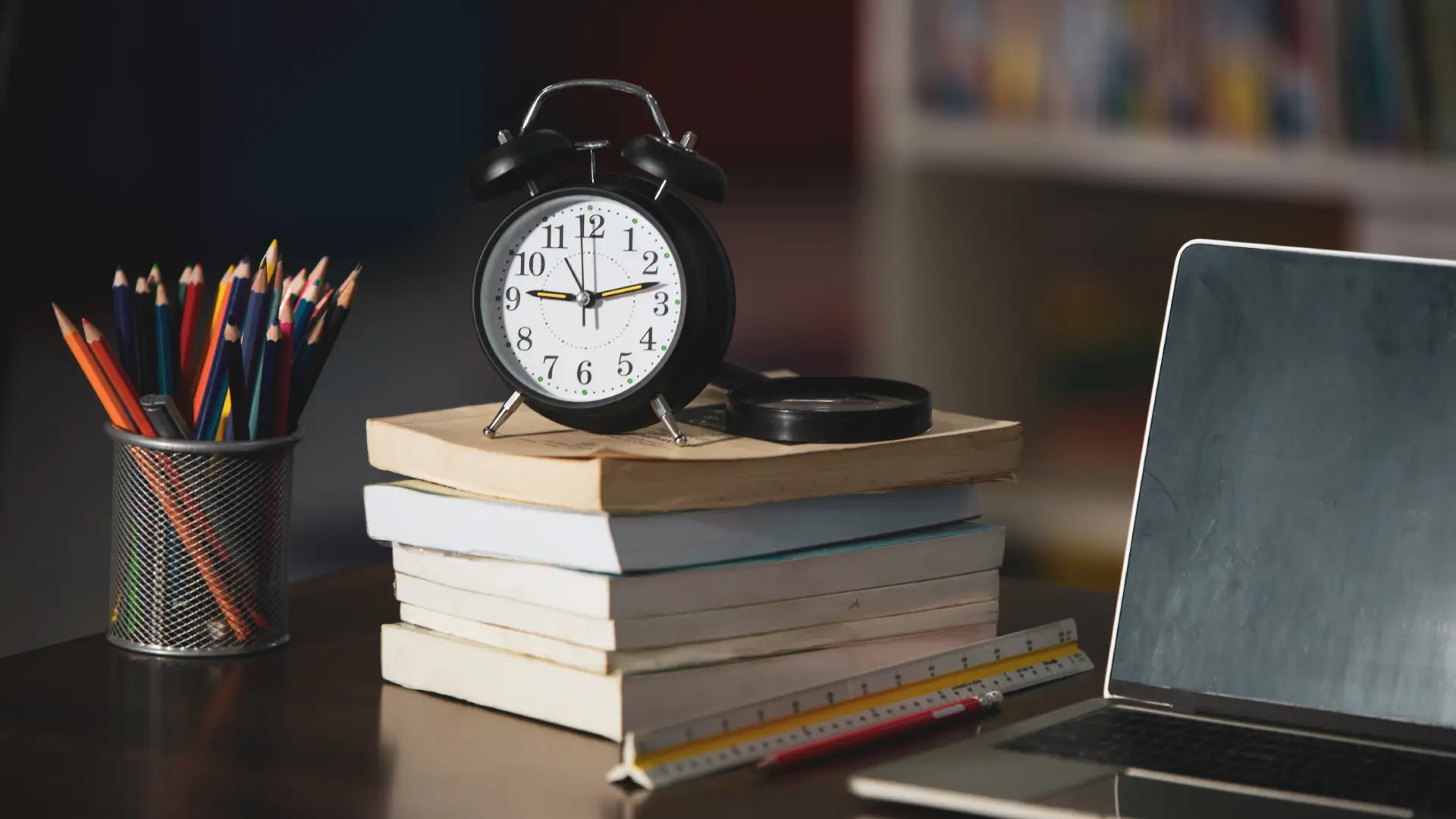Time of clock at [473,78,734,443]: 9:12
